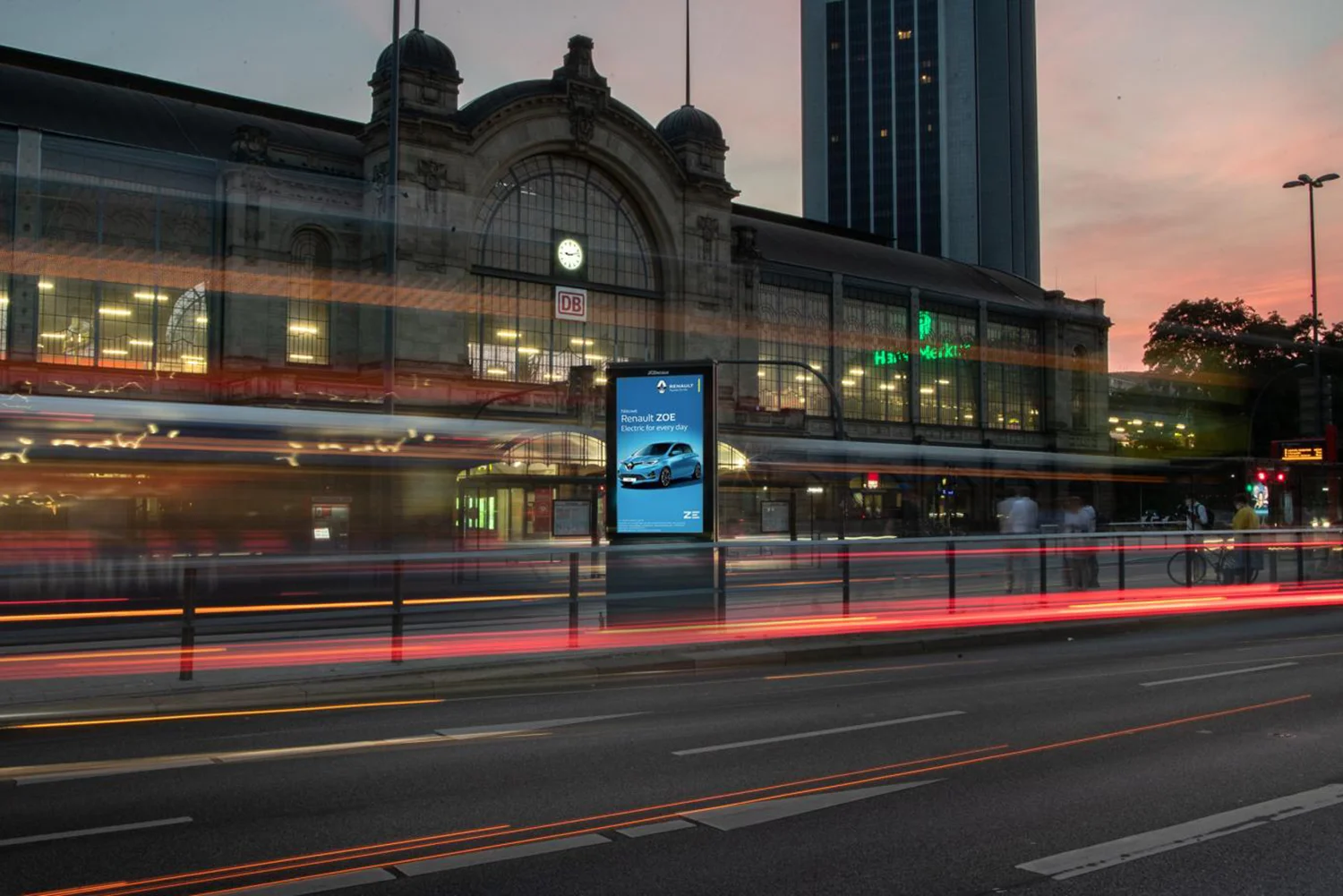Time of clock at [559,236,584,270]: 9:12
